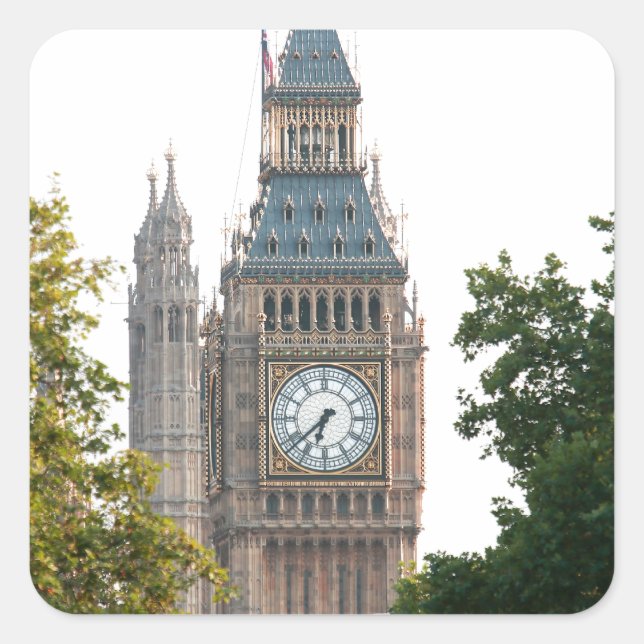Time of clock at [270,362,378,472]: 6:38
